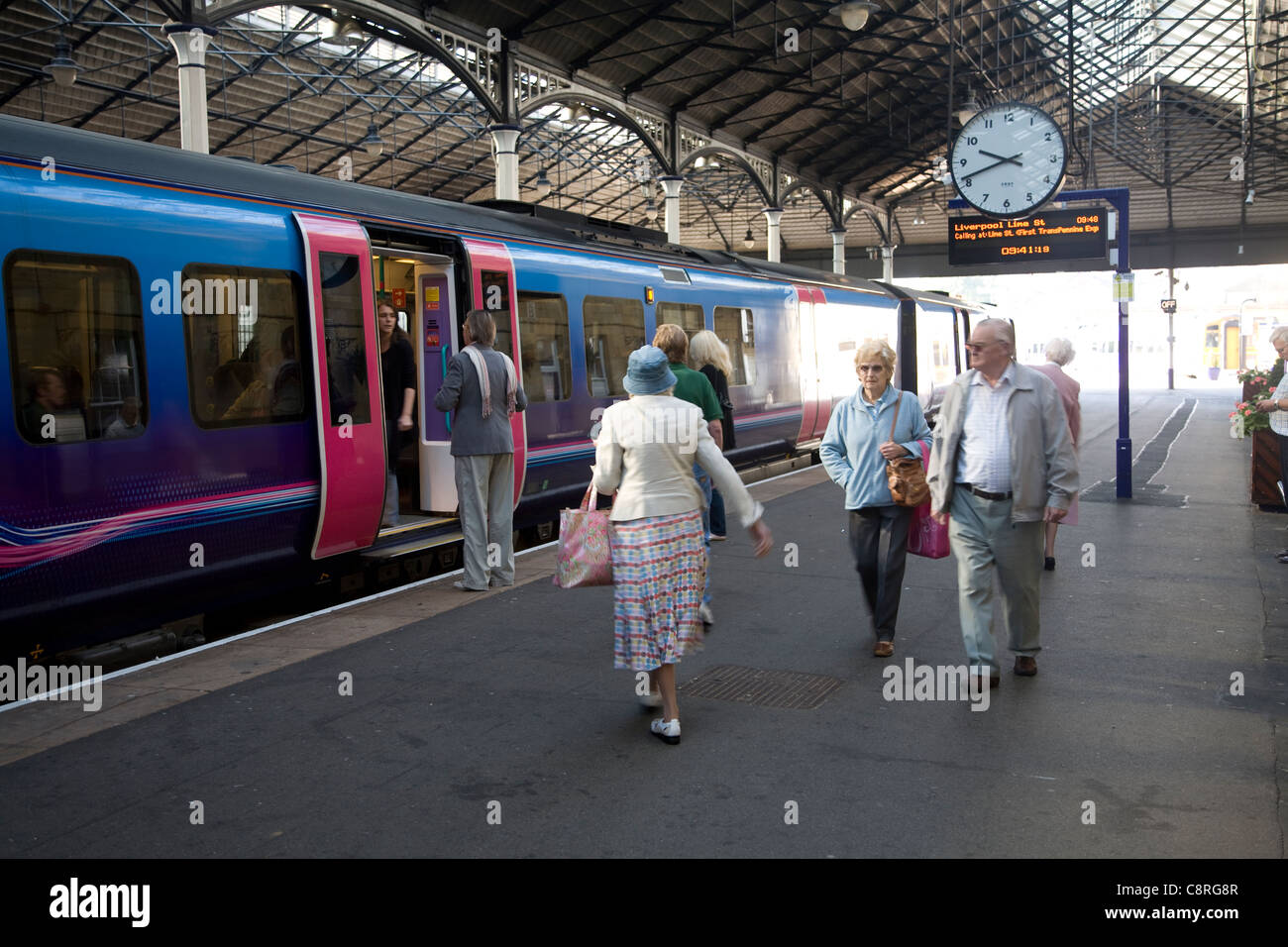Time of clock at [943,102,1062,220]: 9:41
